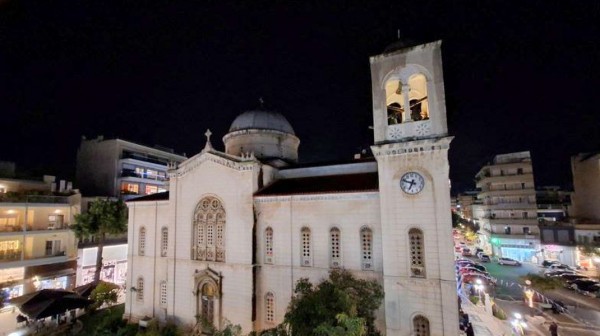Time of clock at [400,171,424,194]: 6:48
